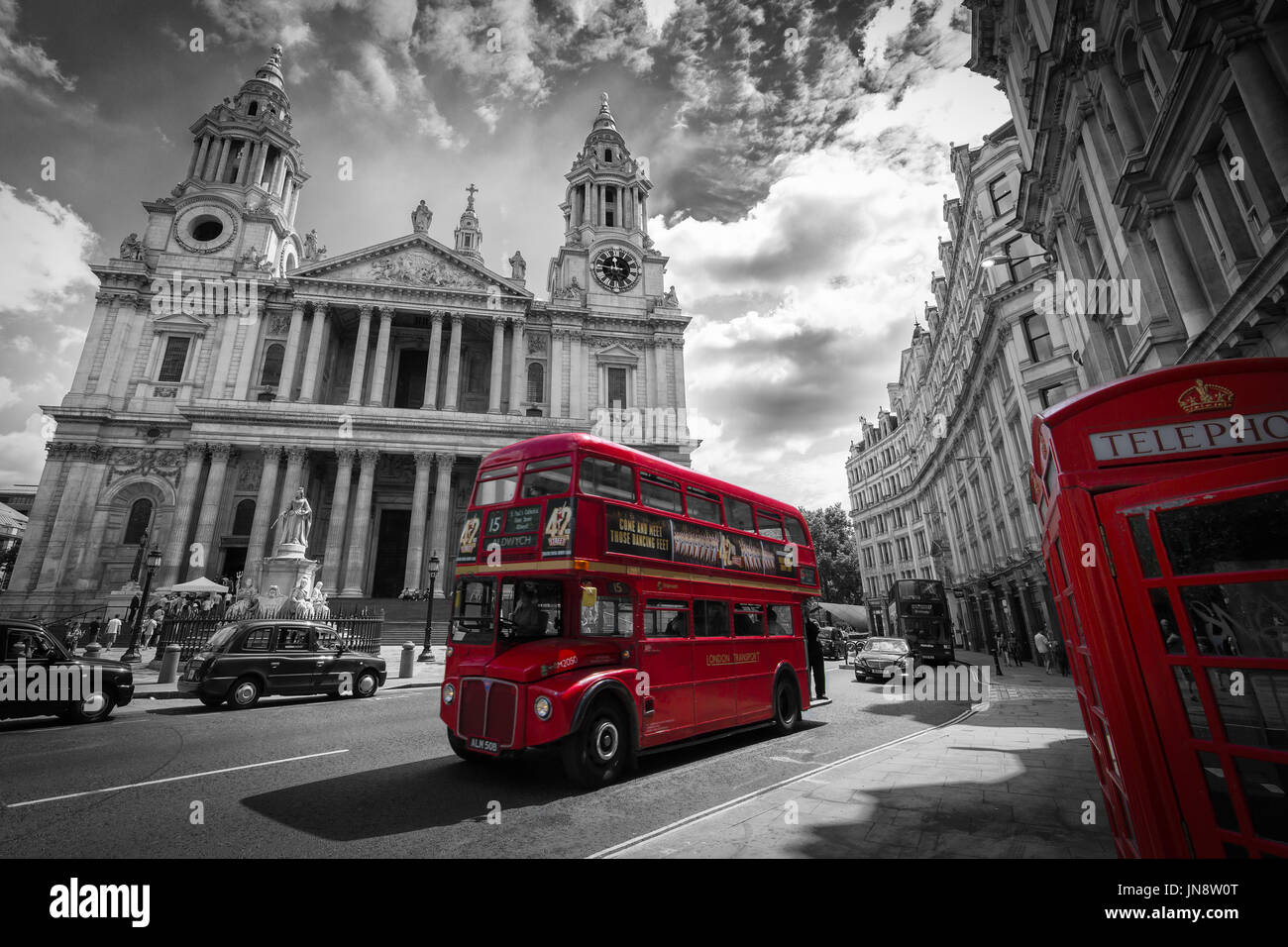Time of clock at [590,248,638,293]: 11:46
